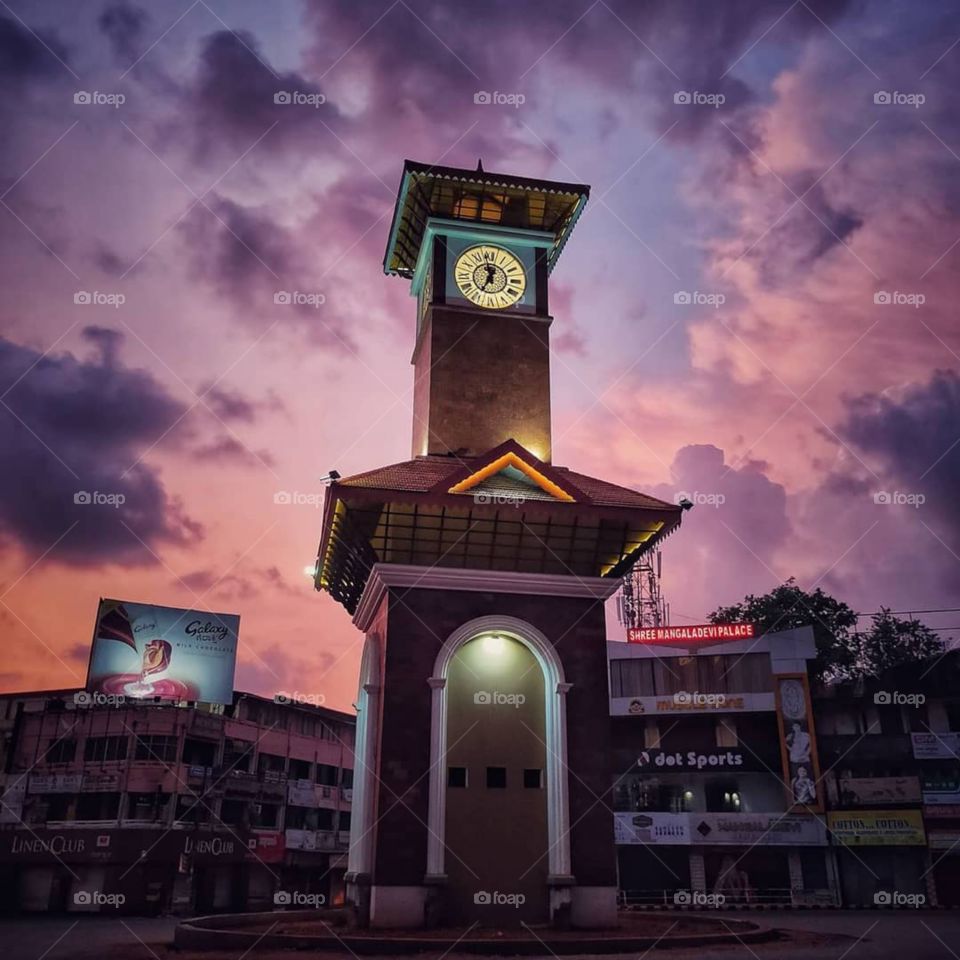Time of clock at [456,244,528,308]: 6:58
